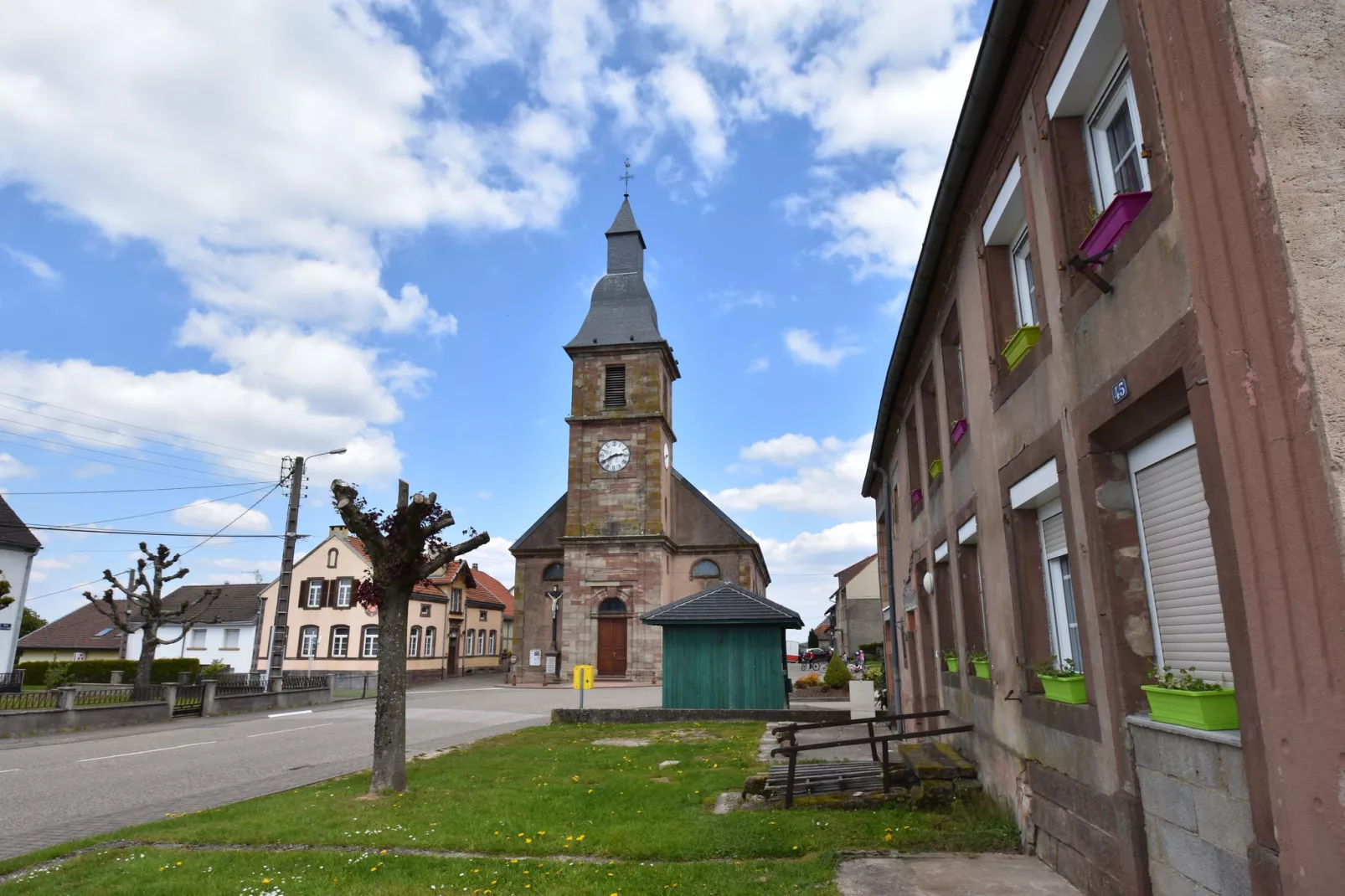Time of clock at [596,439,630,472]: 2:40
